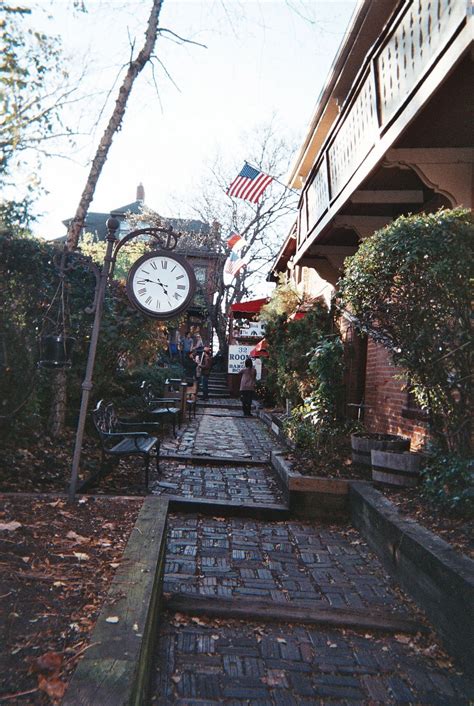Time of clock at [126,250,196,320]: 4:46
